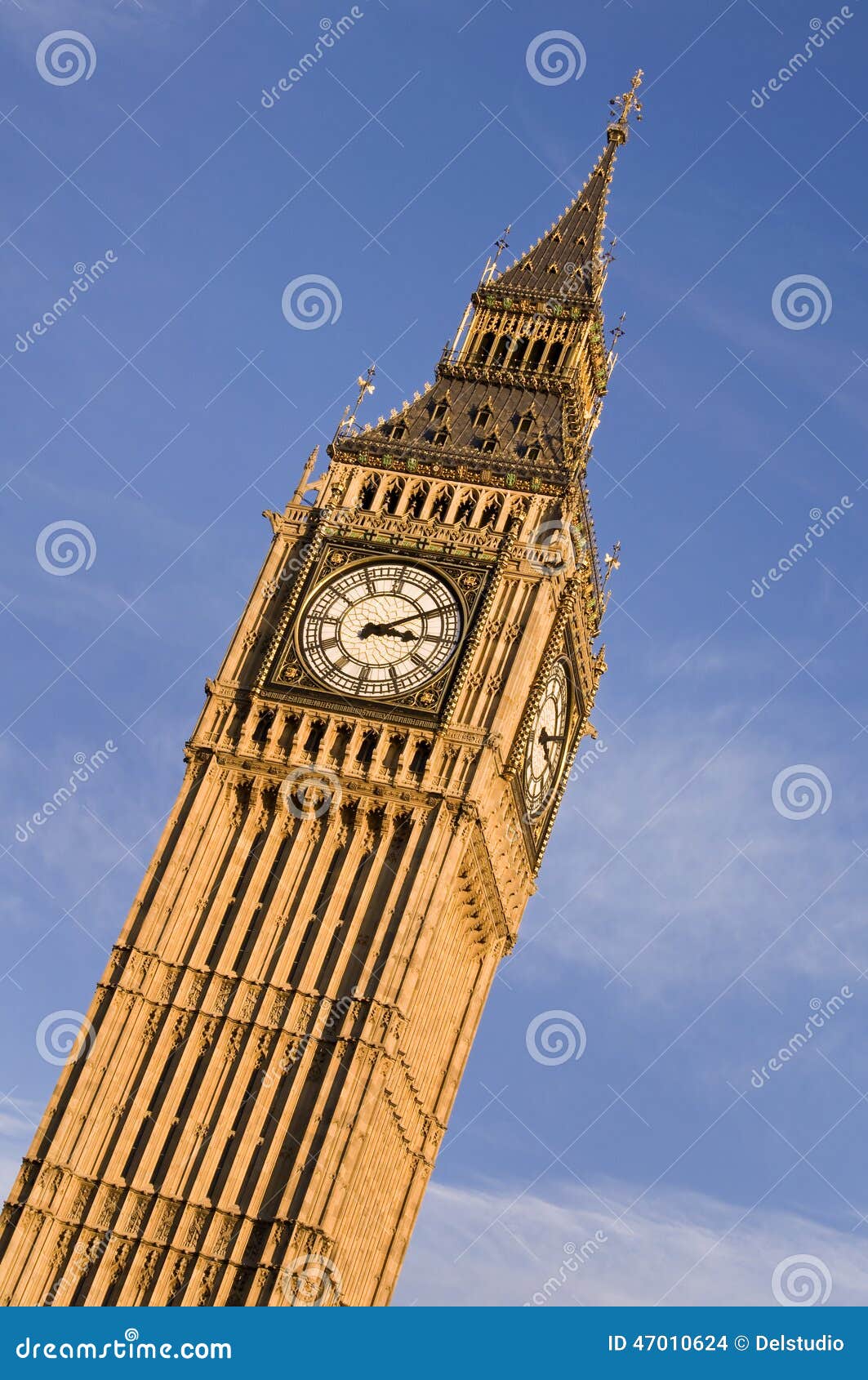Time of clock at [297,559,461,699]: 3:09
